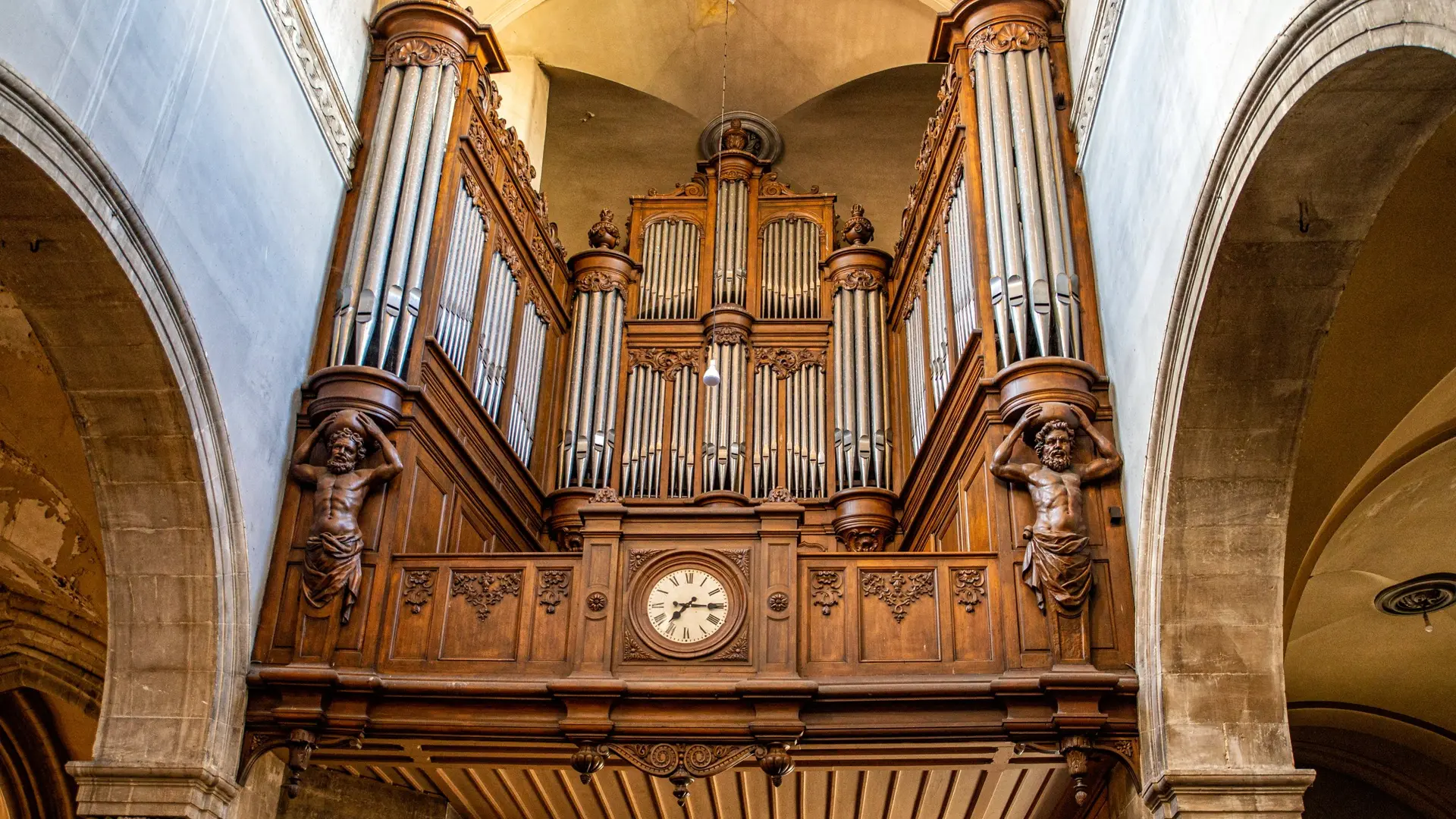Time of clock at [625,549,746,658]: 7:15
